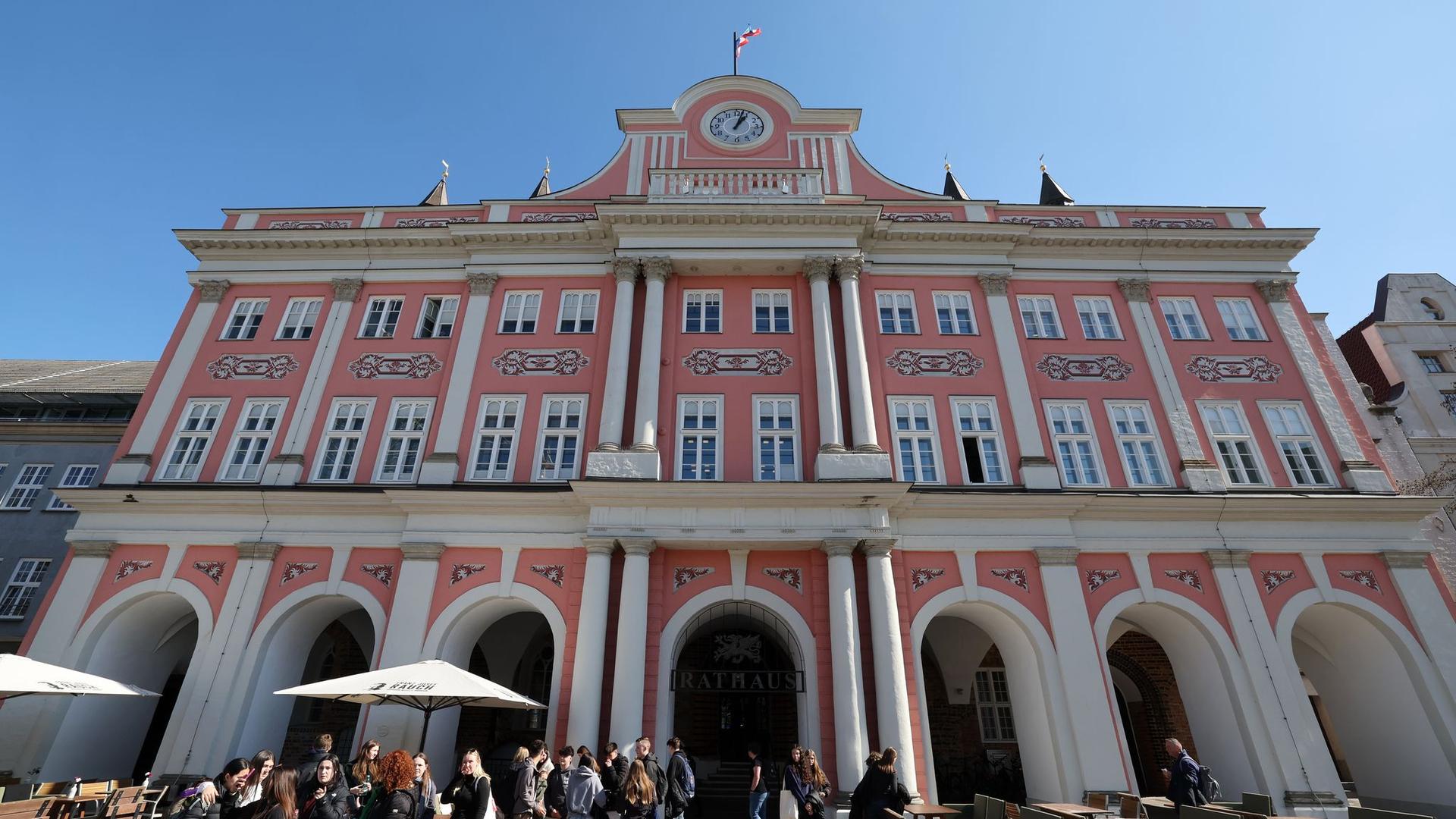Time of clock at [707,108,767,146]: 1:02
